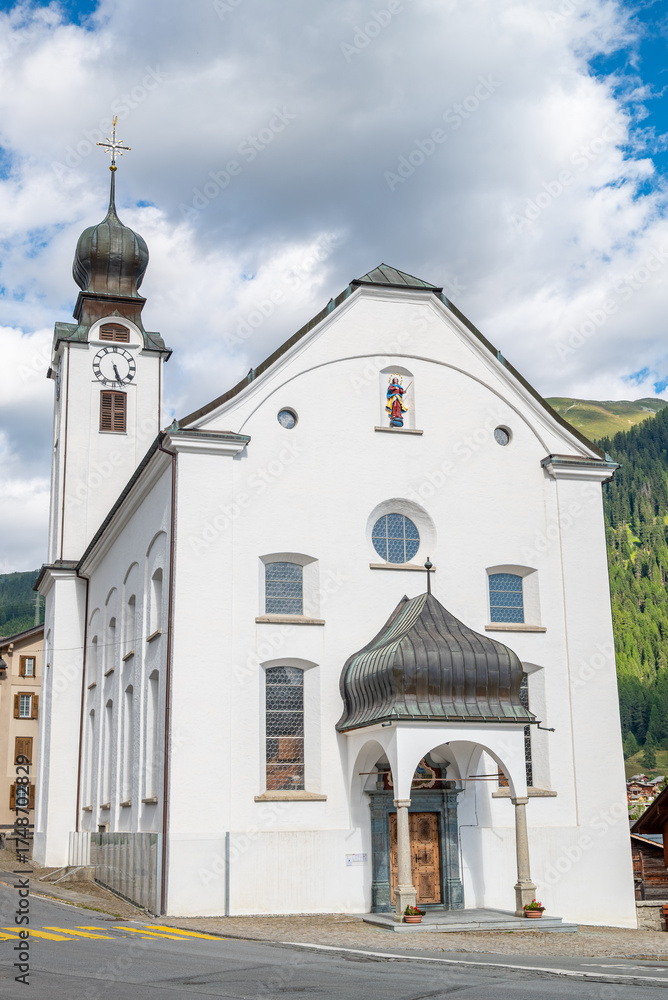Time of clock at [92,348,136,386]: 5:26
